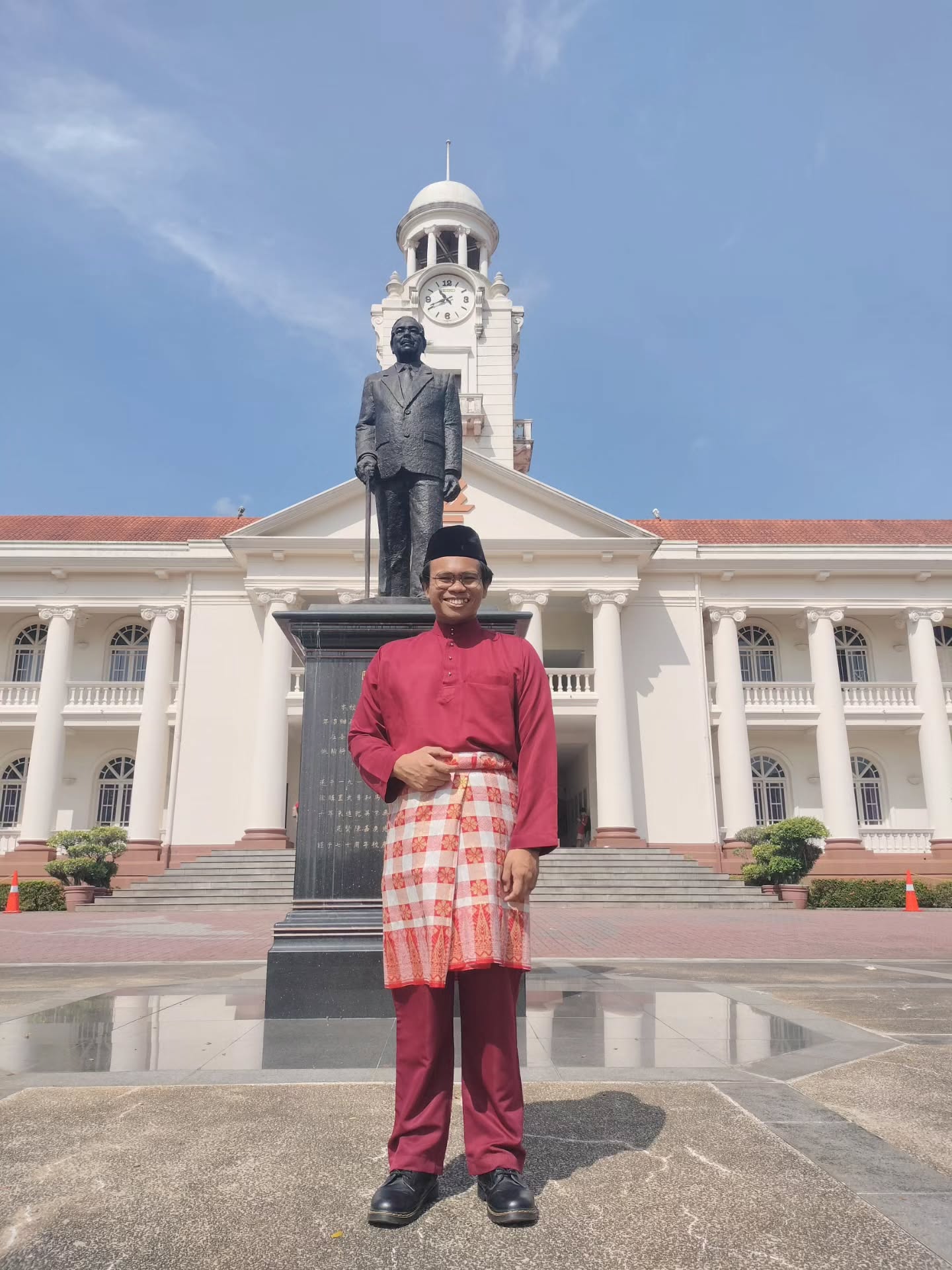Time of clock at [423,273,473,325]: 10:41
